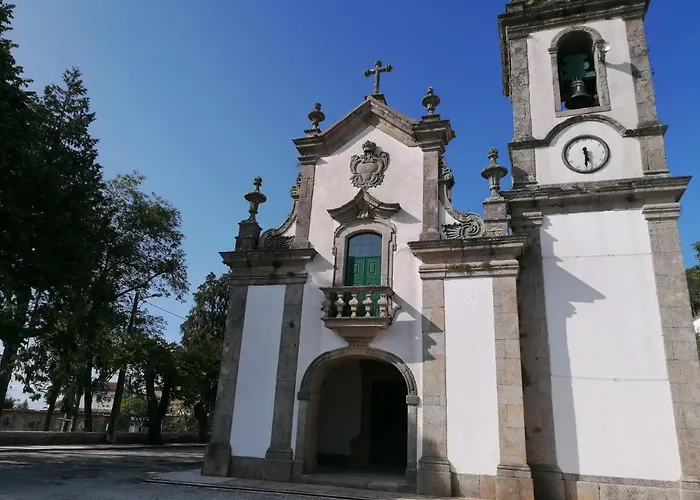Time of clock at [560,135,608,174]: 5:30
